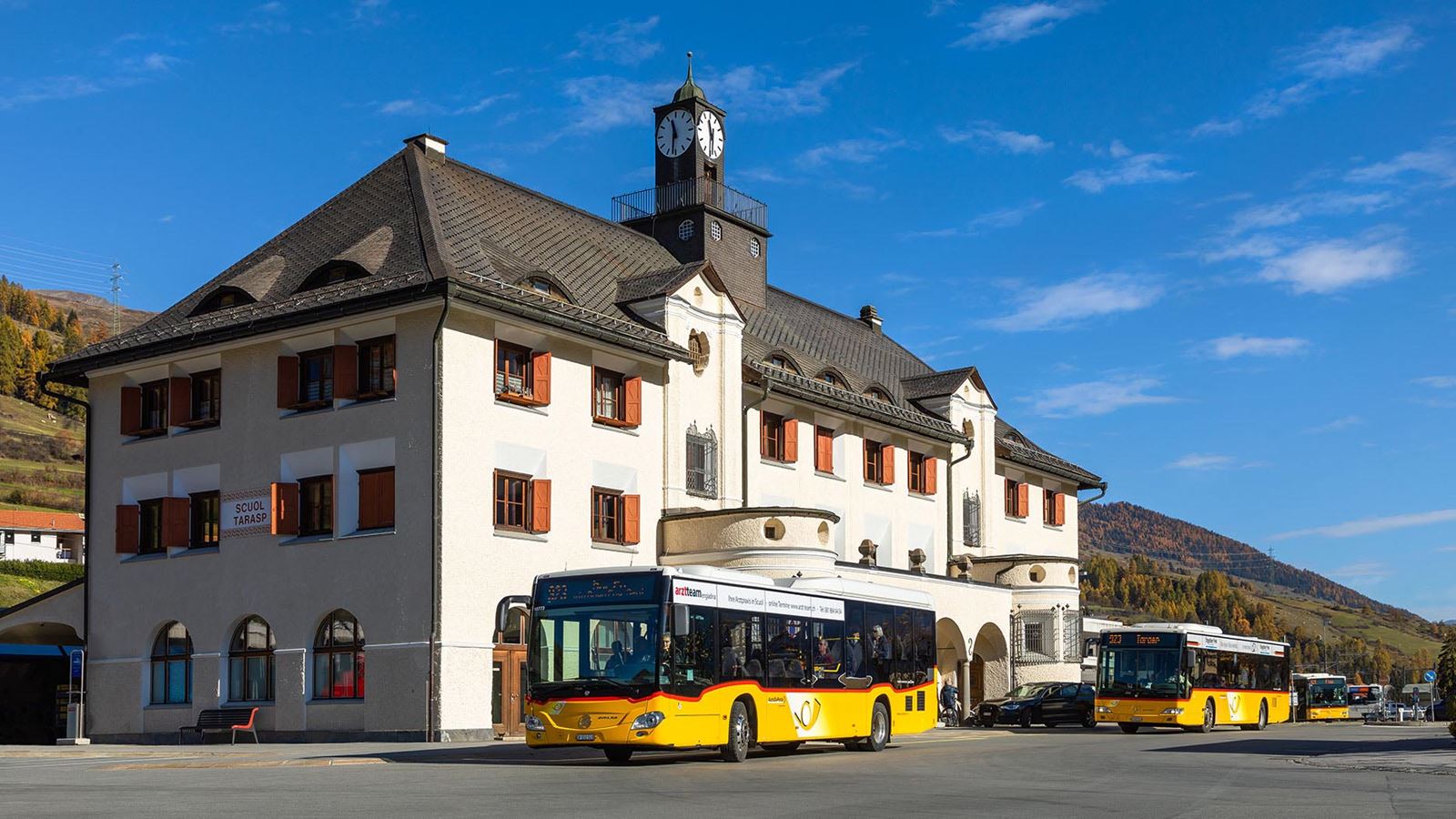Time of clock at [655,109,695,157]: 11:31
